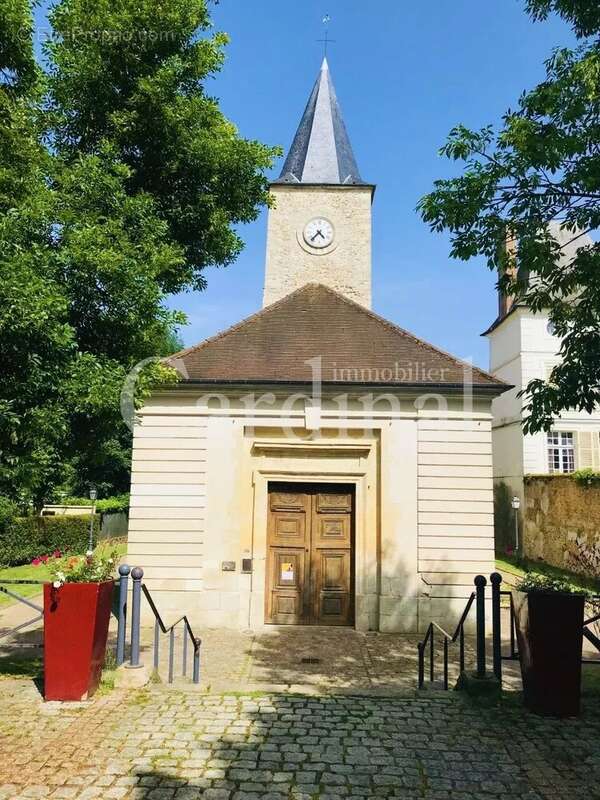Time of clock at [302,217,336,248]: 4:36
